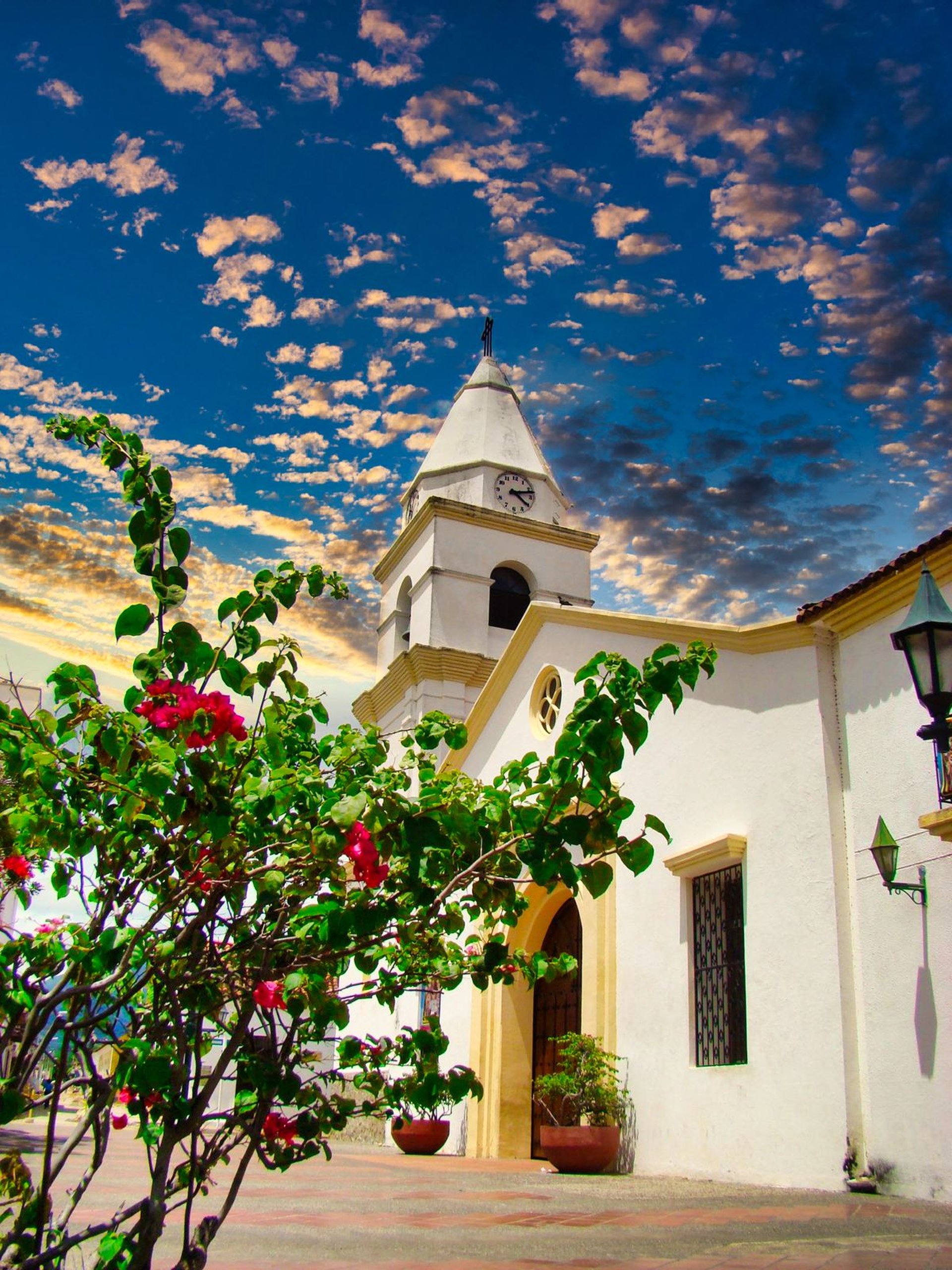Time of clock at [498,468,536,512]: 4:12
